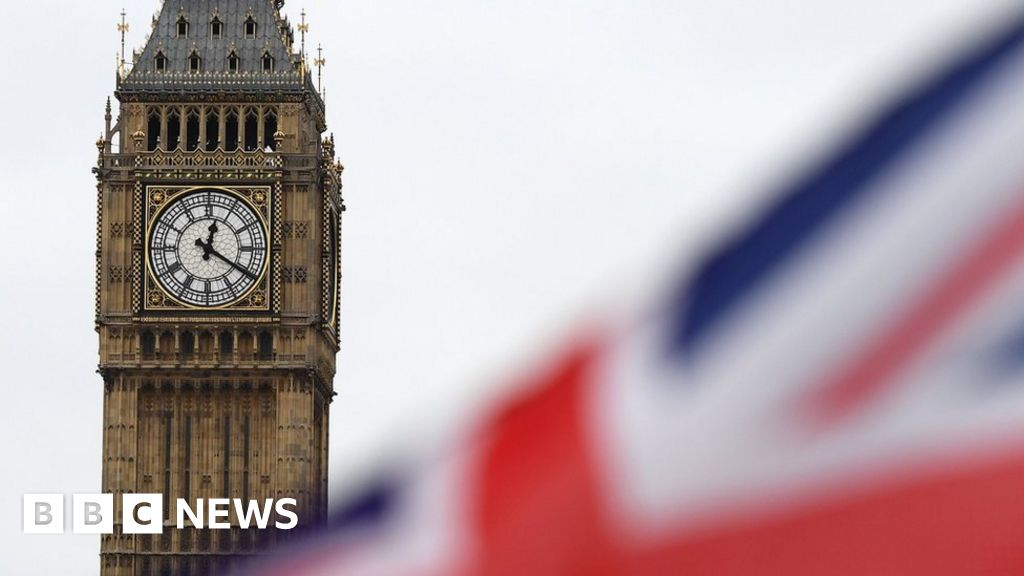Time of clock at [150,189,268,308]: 12:20
